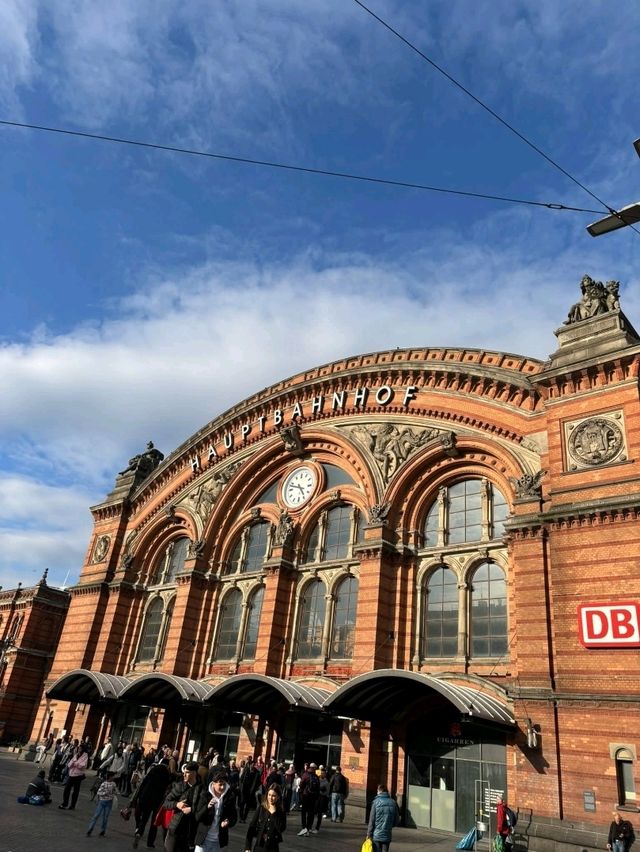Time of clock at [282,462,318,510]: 4:48
